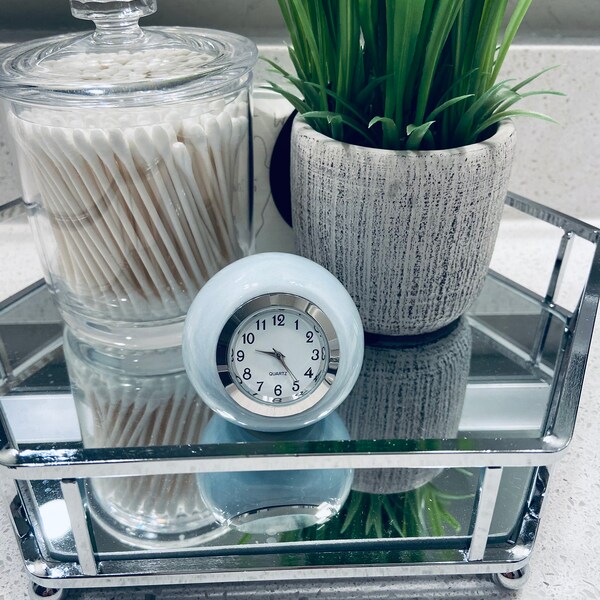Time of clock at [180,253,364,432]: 9:23
